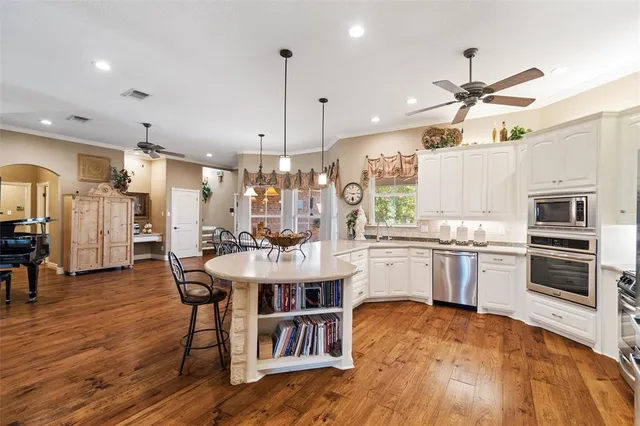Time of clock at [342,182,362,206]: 6:14
